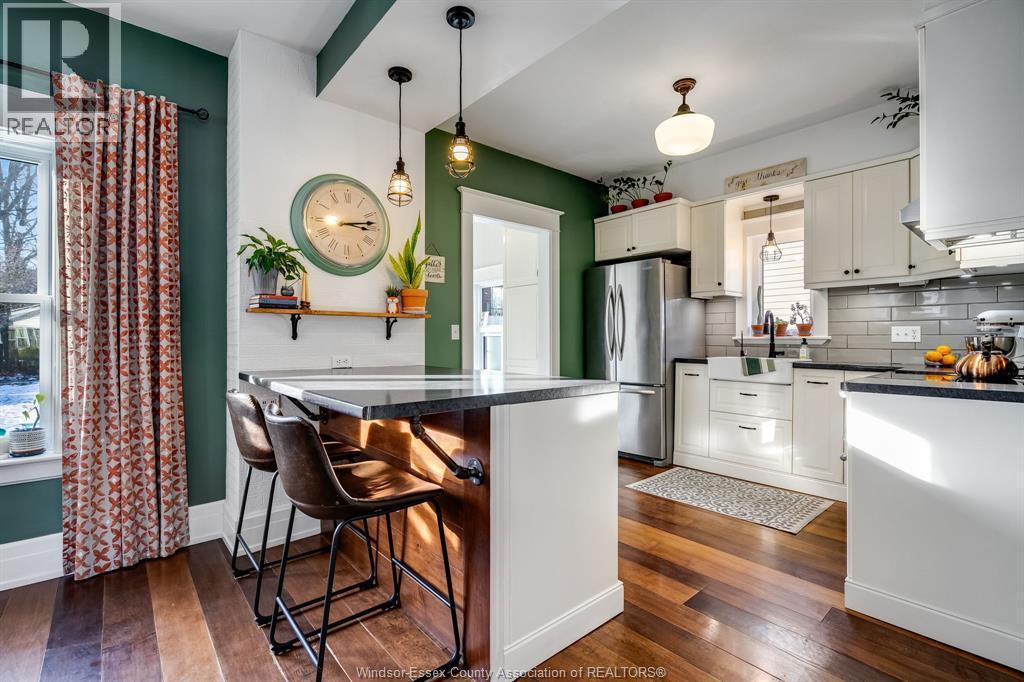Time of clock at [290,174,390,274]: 3:13
